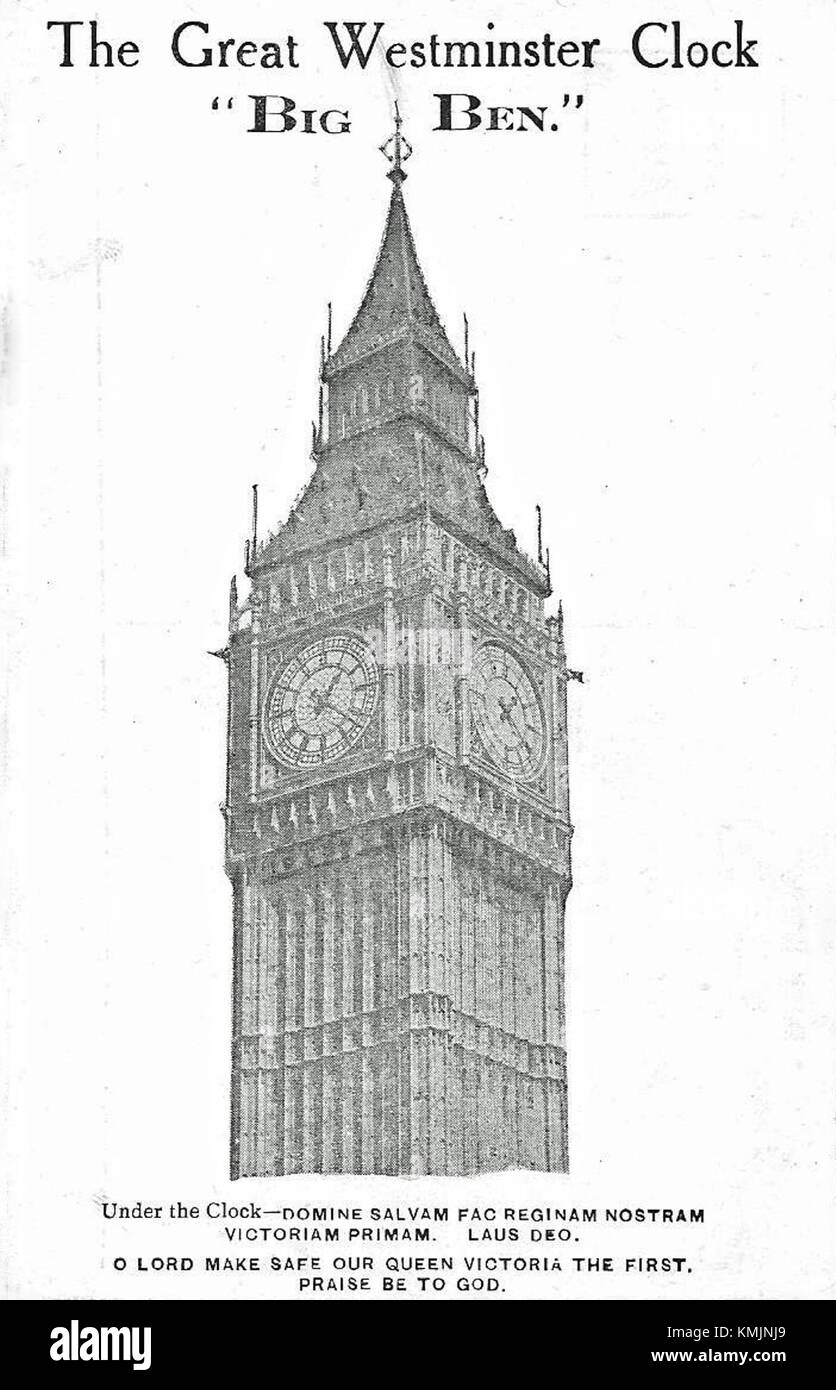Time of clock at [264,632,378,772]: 1:20
